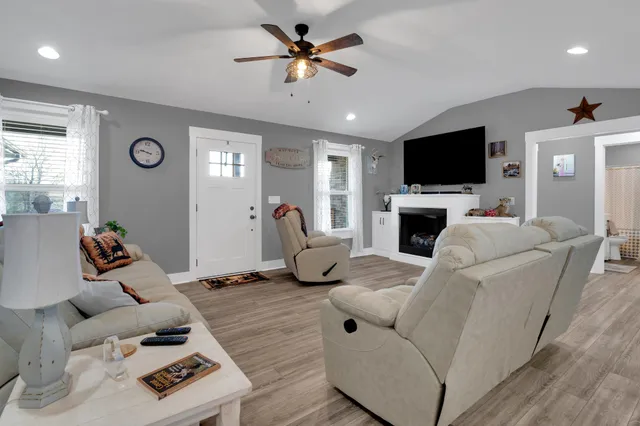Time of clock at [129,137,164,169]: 9:47
